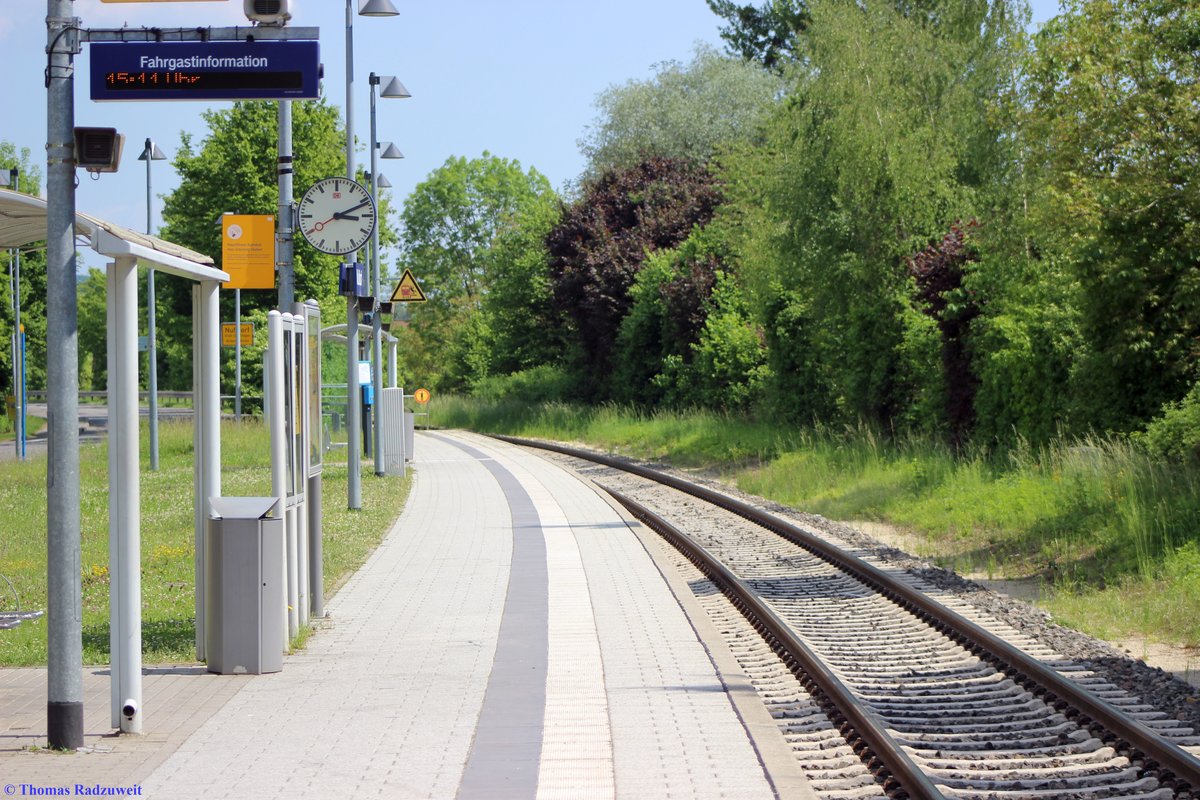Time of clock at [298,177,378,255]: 3:11
